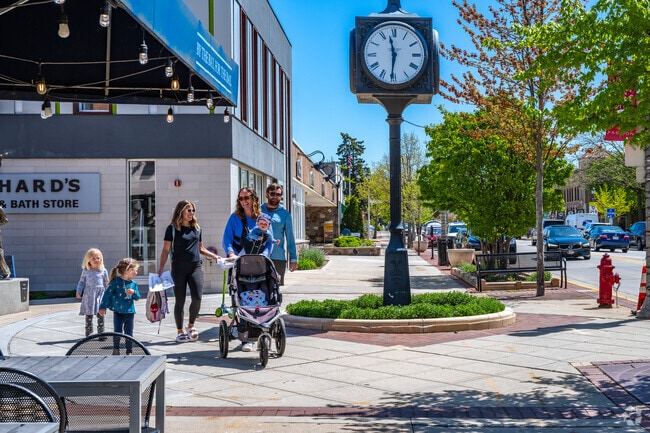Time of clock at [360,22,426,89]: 11:30
